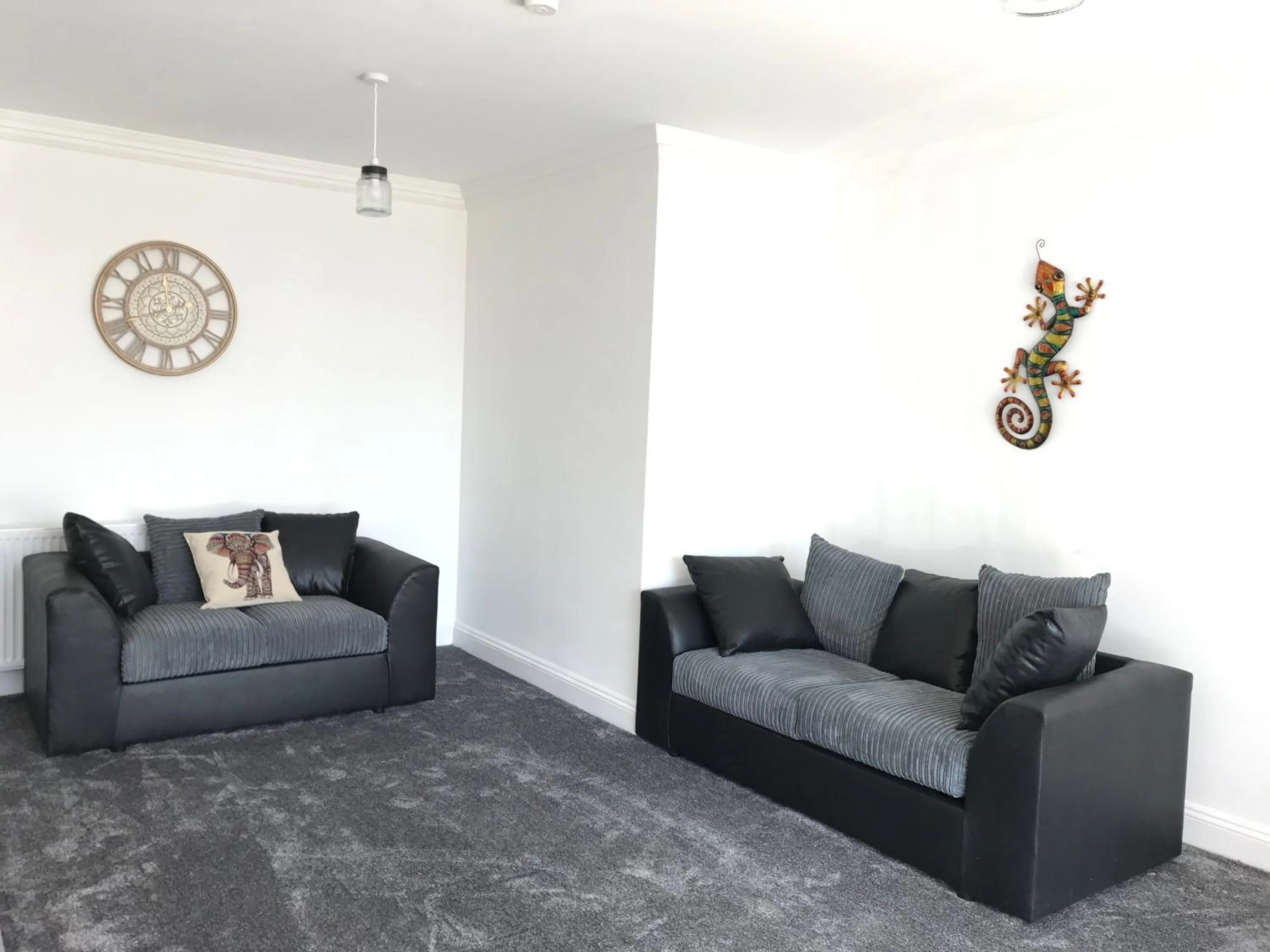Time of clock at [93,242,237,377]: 11:41
